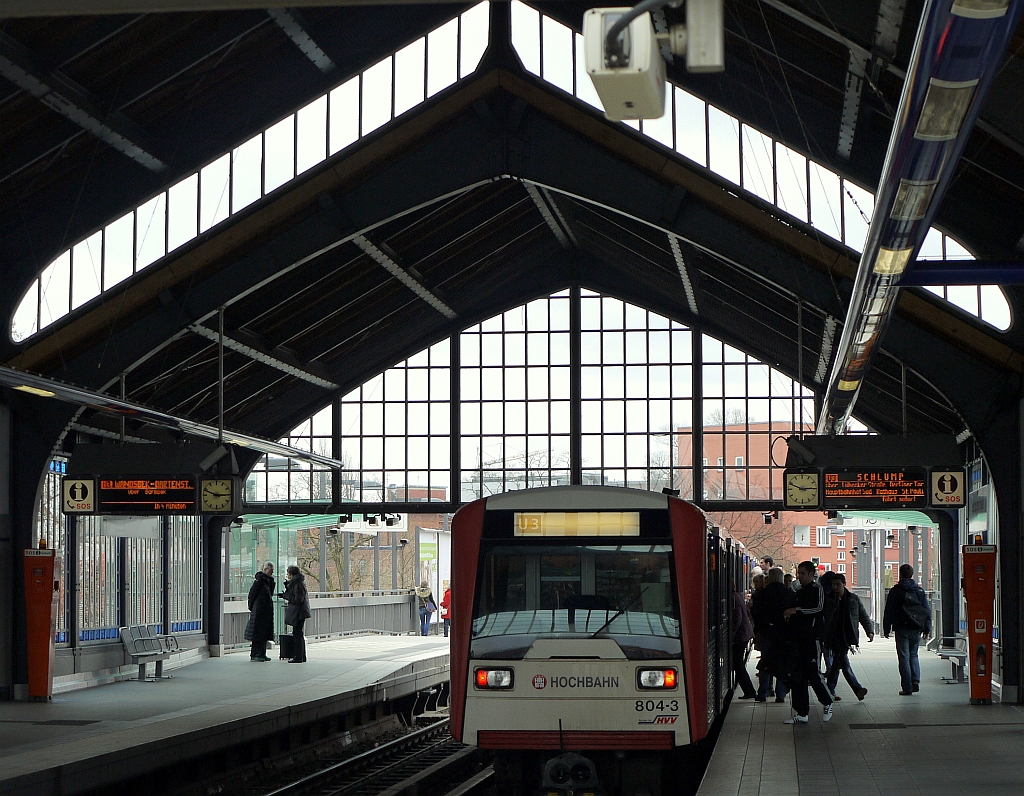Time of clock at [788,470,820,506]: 2:48
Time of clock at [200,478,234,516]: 2:48
